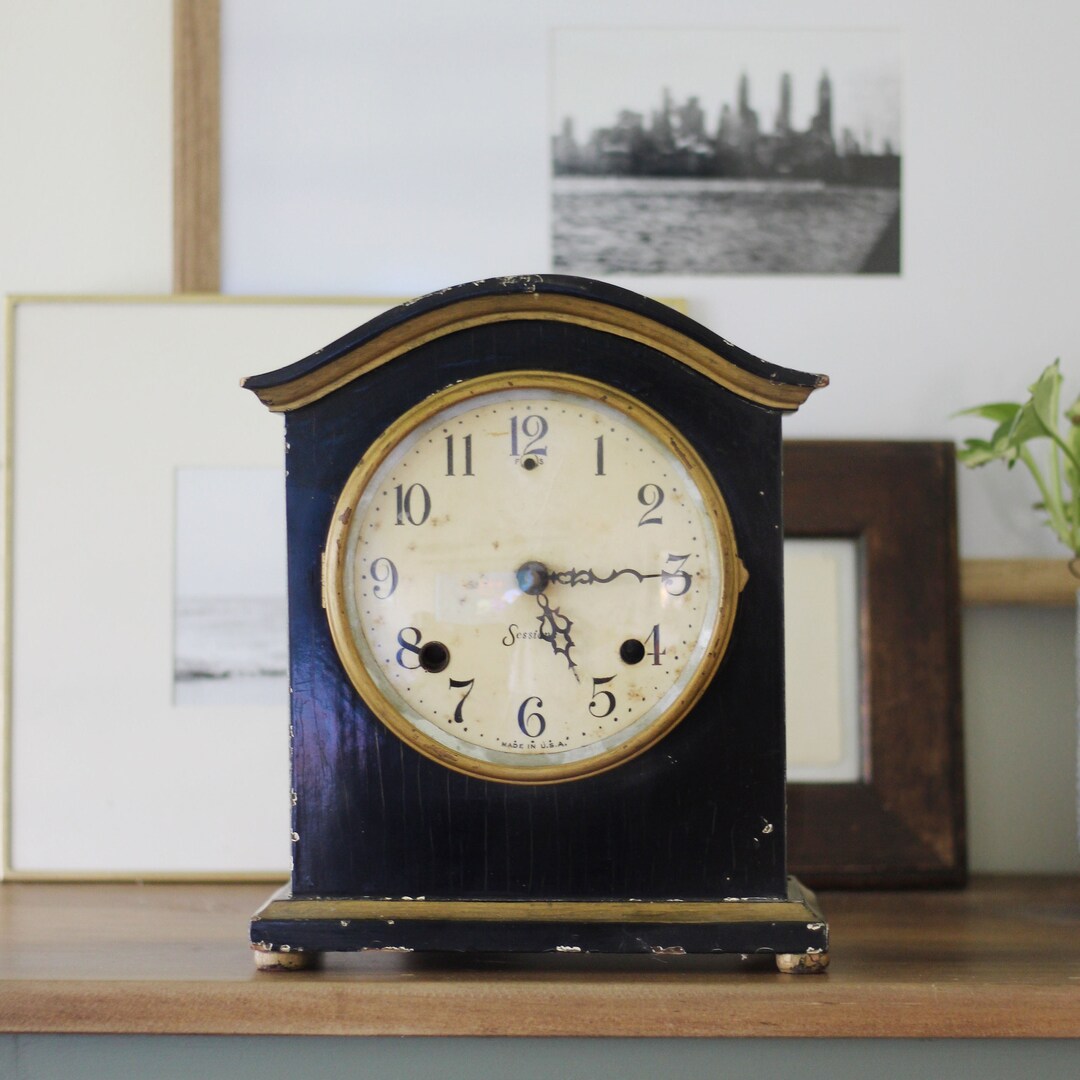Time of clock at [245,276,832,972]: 5:14
